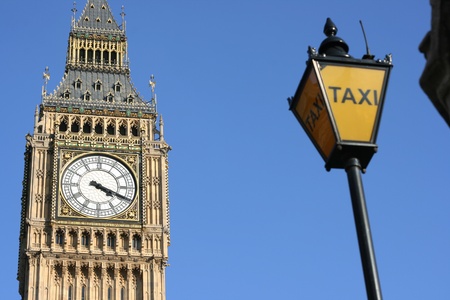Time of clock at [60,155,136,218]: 4:19
